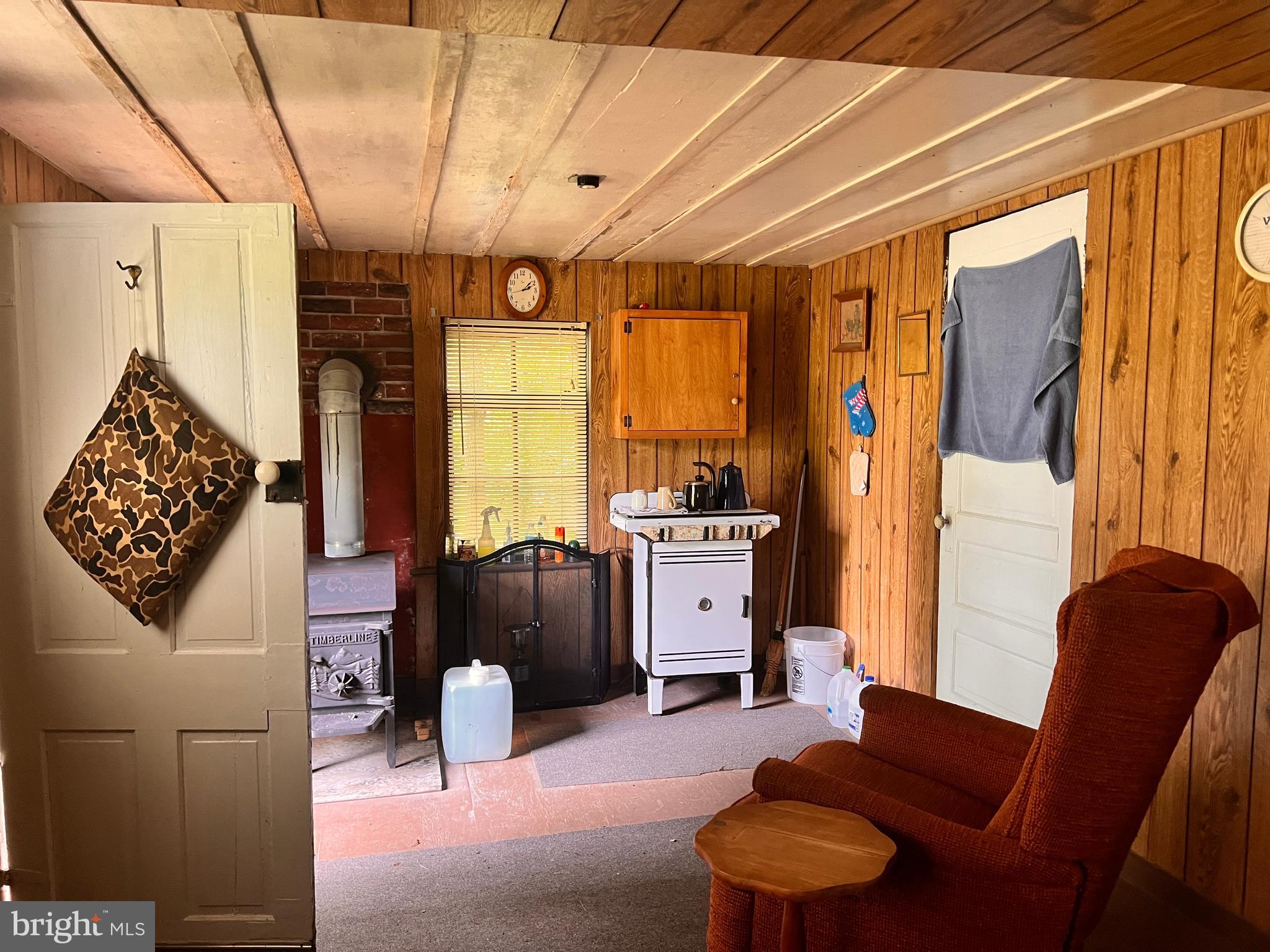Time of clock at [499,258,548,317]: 2:08
